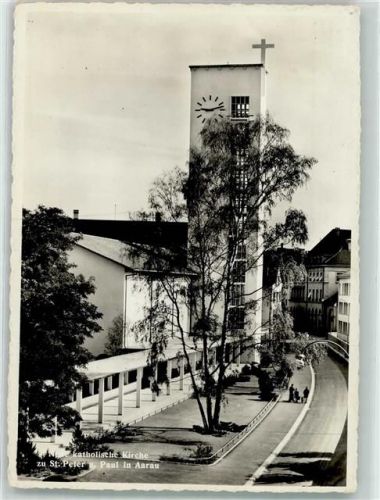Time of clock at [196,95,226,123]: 9:12
